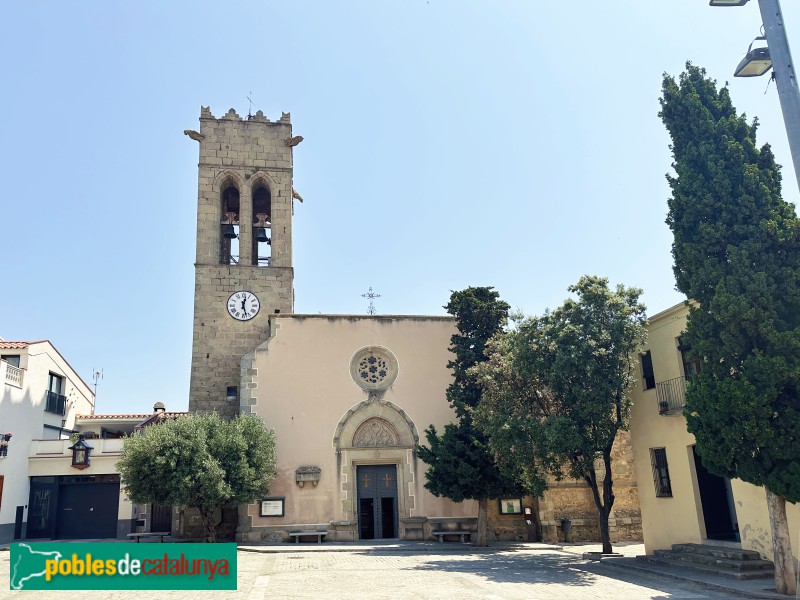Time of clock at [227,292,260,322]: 12:27
